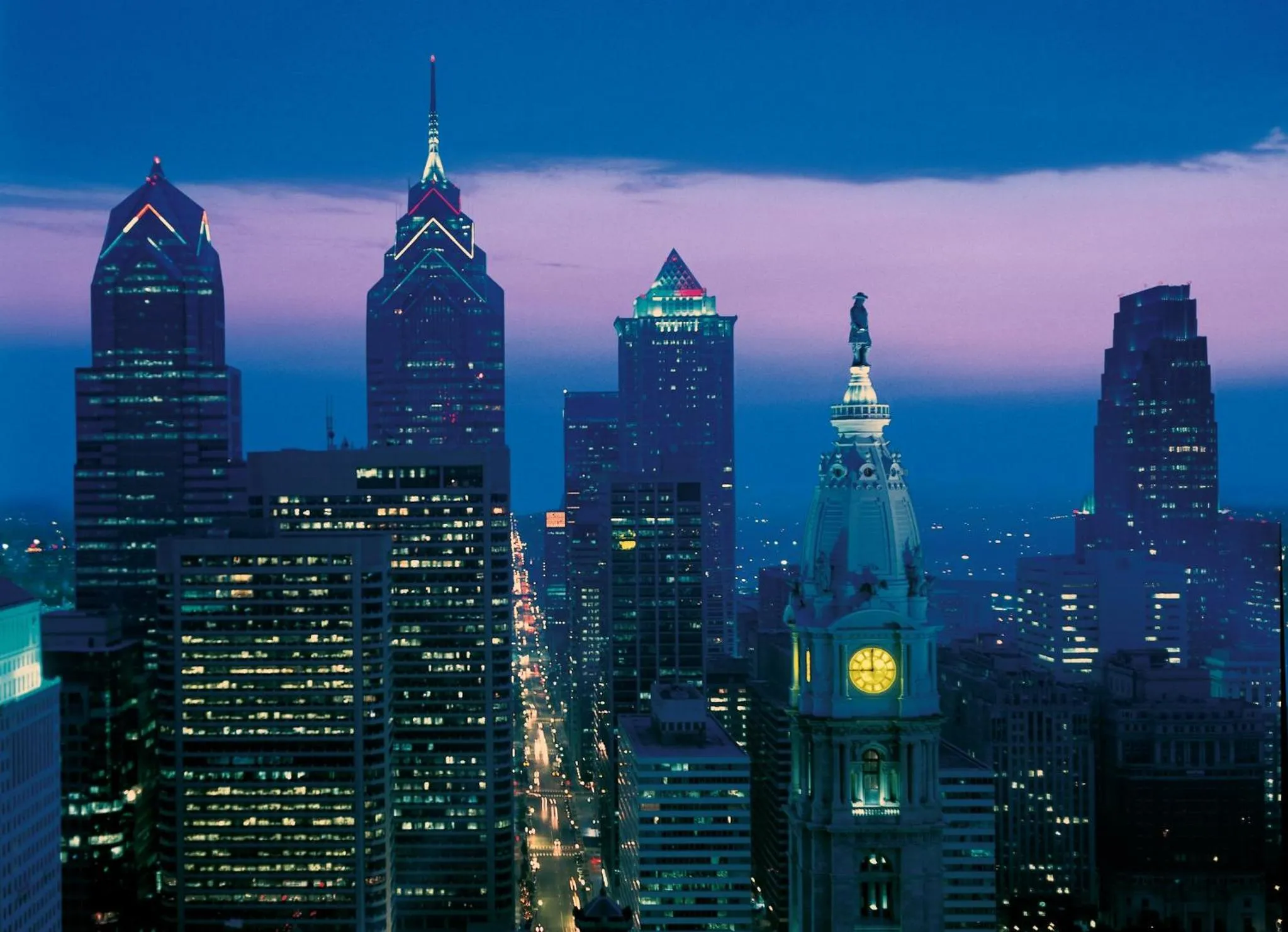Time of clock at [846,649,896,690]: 8:59
